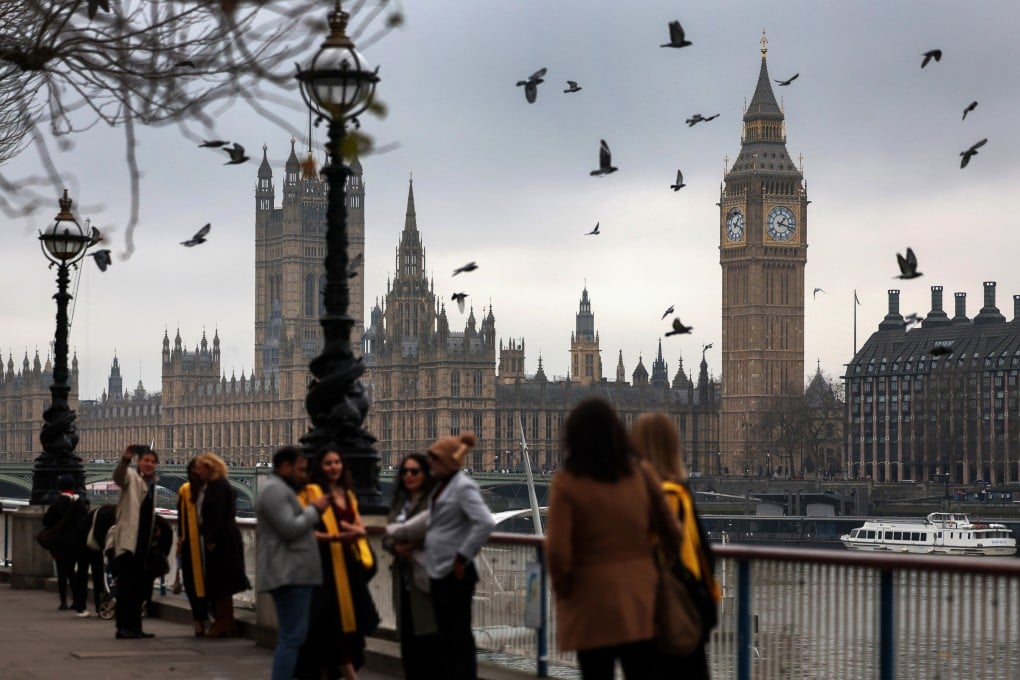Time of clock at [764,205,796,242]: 1:17
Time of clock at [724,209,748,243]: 1:18
